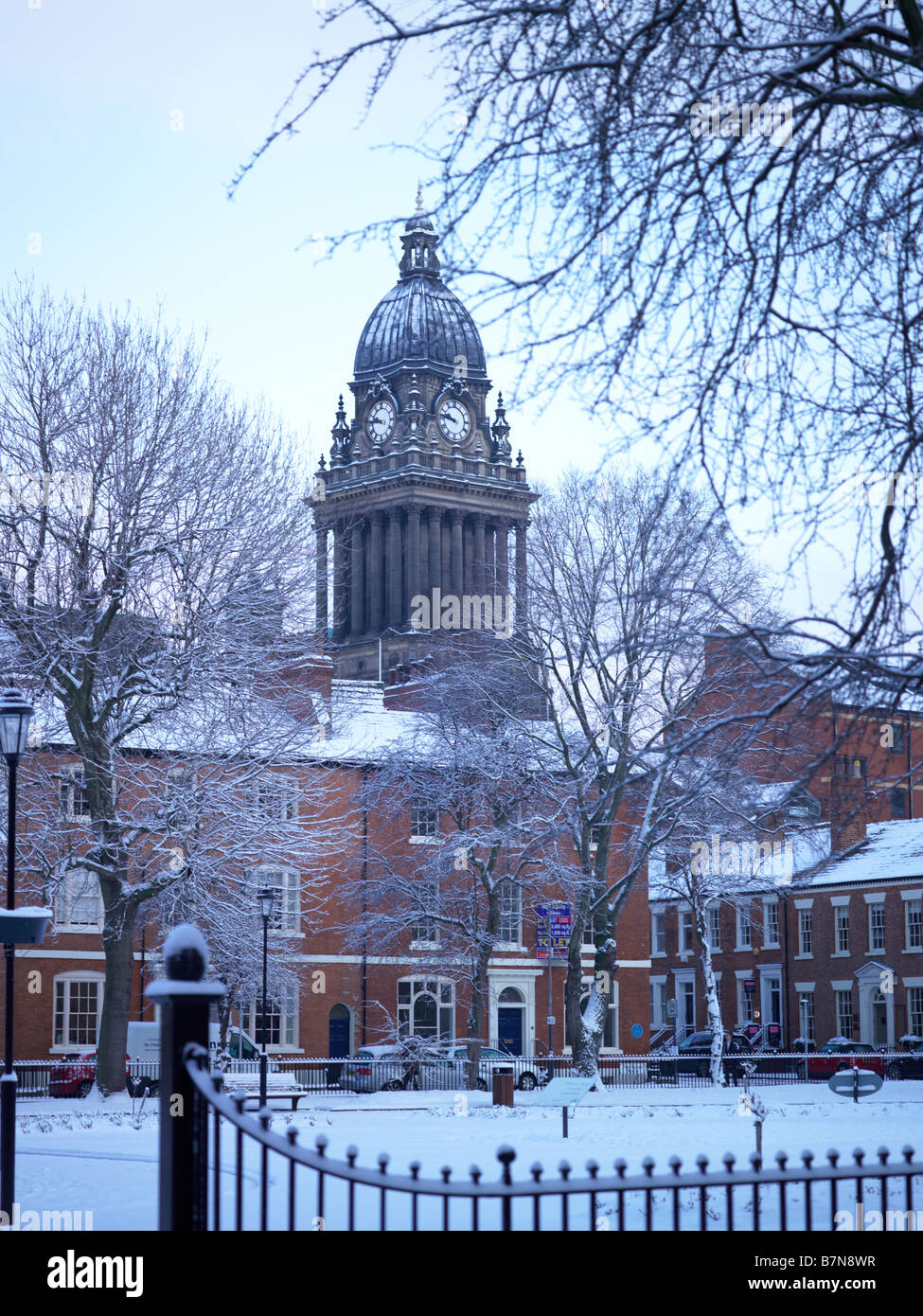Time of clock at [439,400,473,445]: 9:46
